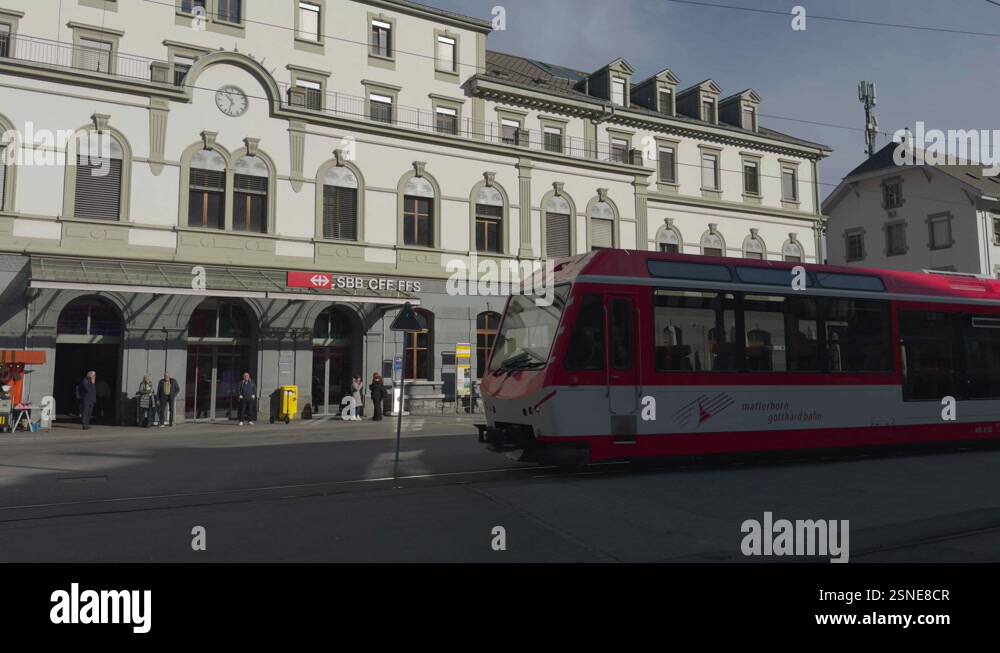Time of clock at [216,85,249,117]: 10:32
